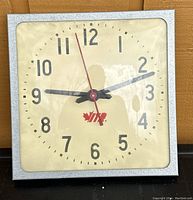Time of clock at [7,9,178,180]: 9:12
